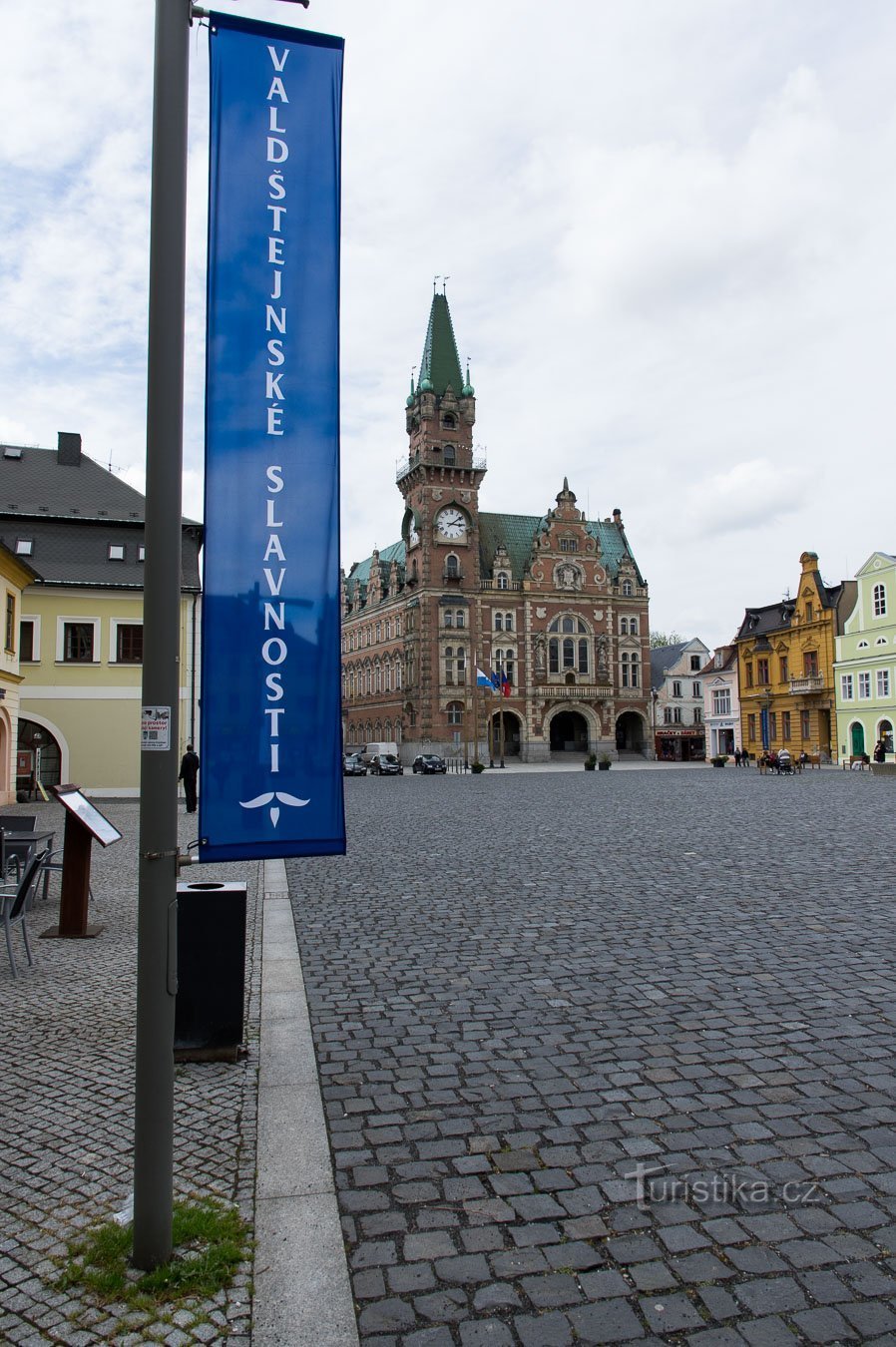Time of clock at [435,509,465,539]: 3:08
